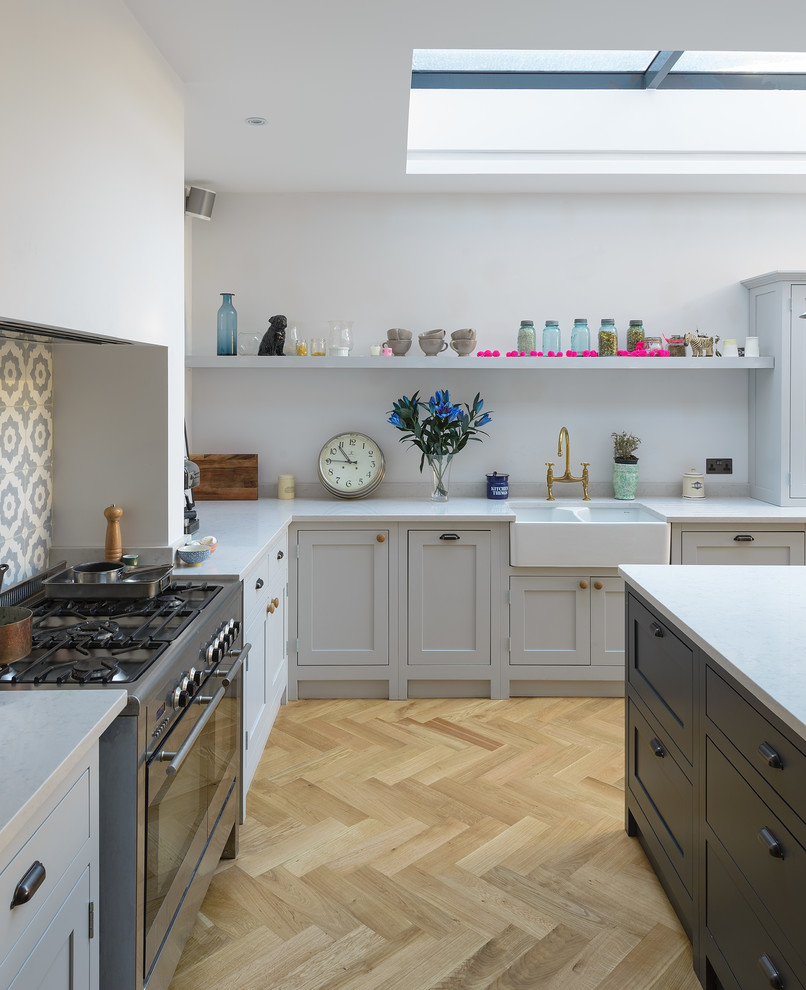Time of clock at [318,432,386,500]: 10:45
